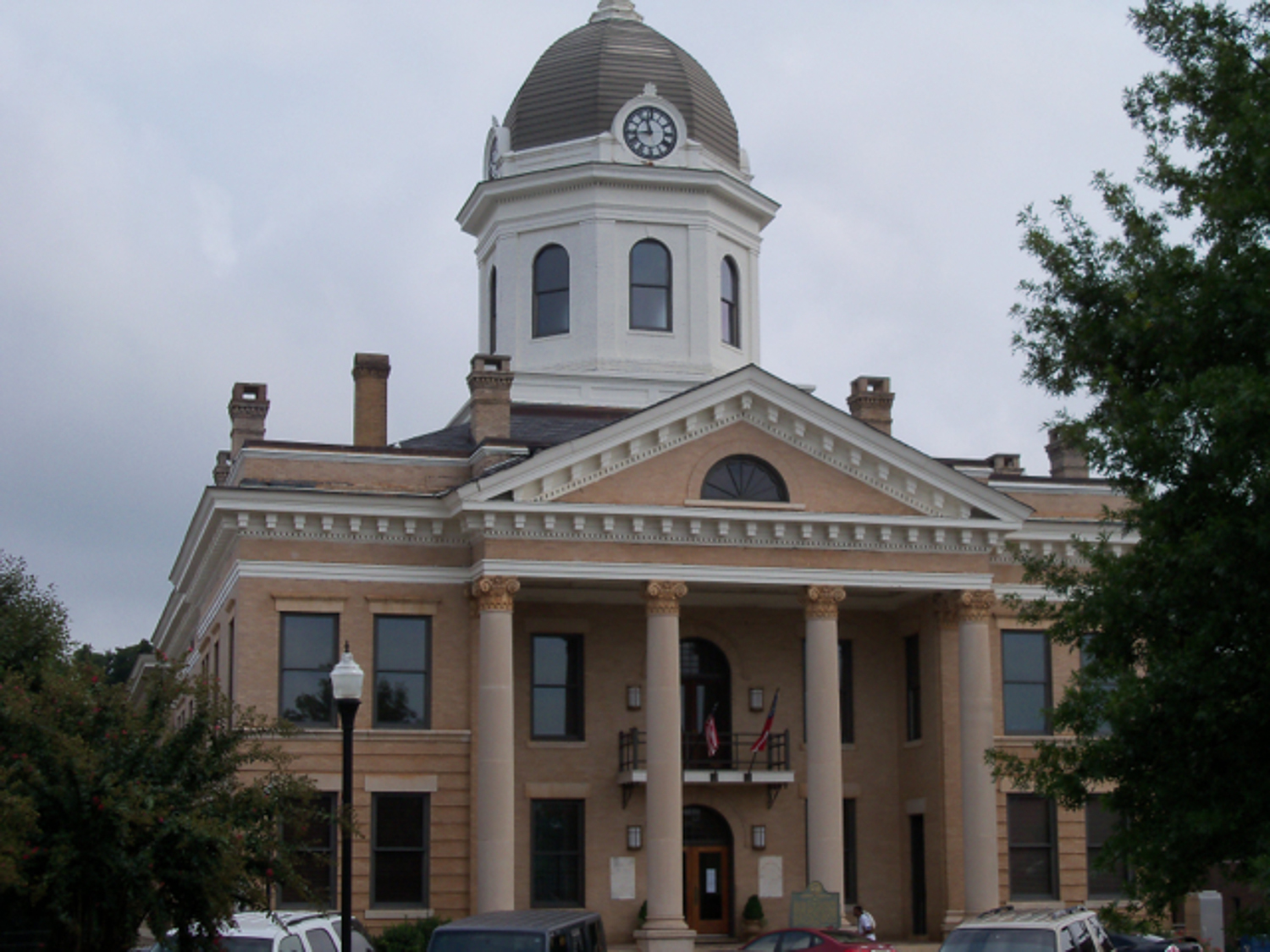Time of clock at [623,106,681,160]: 11:43
